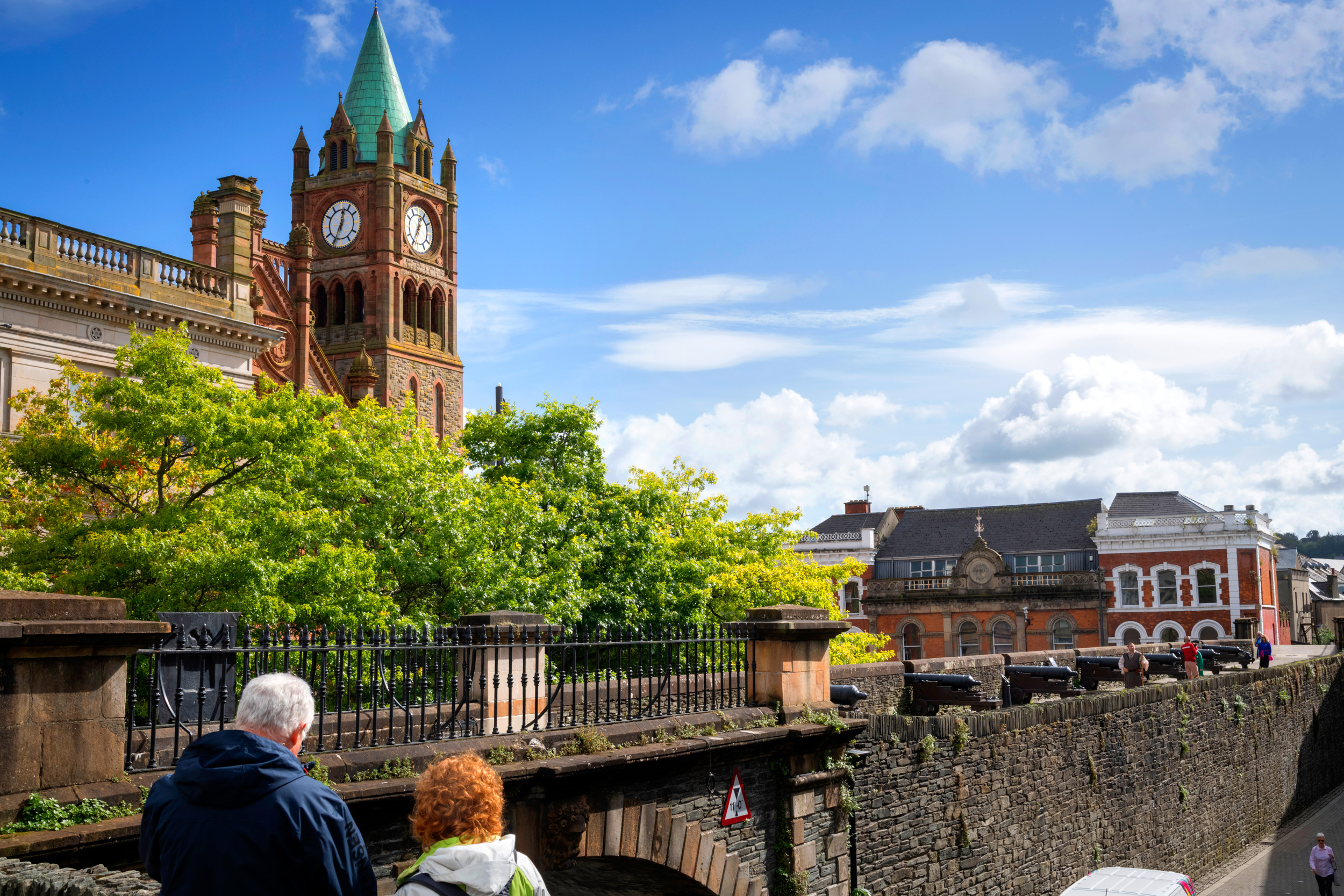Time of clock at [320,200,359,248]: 12:34
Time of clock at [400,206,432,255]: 12:34
